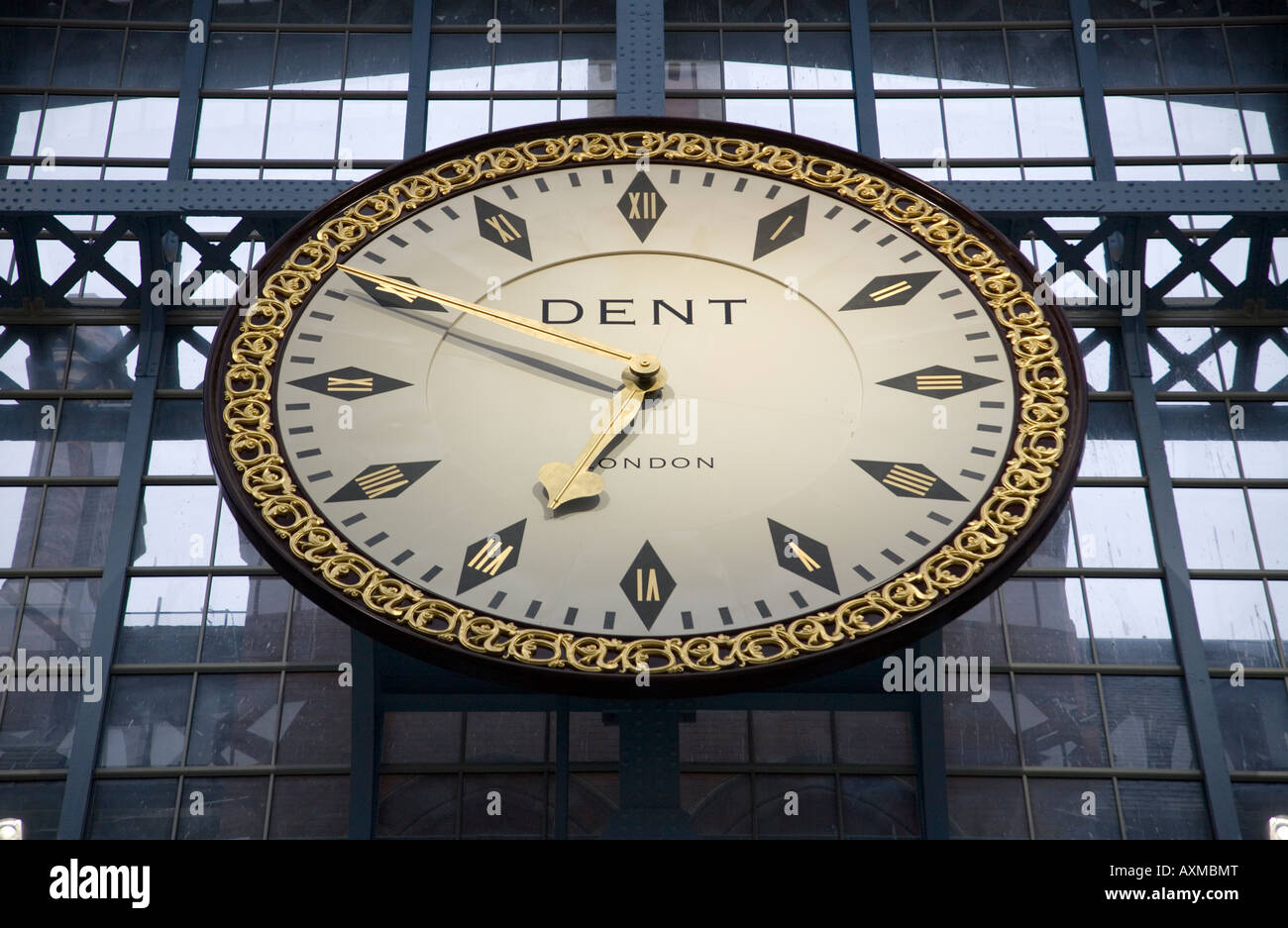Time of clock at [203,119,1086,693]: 6:49
